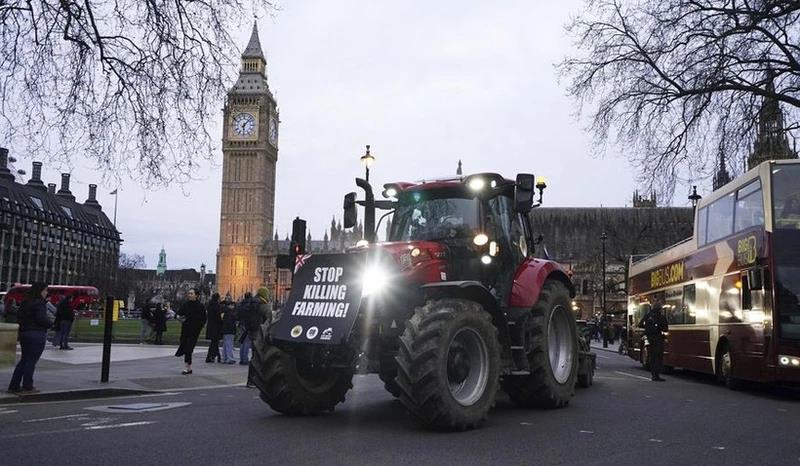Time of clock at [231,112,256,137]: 6:07
